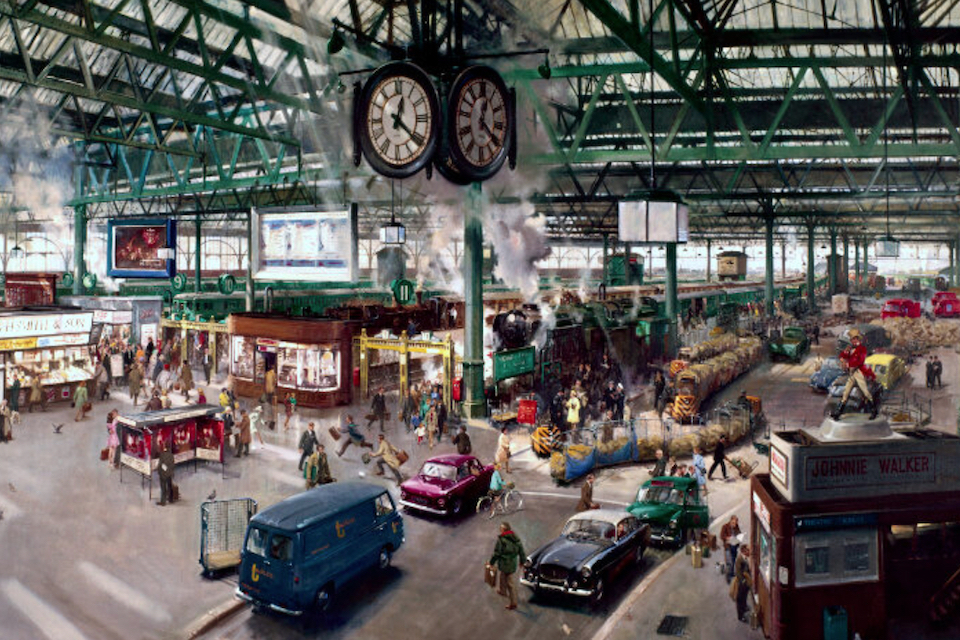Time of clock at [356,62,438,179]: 12:21
